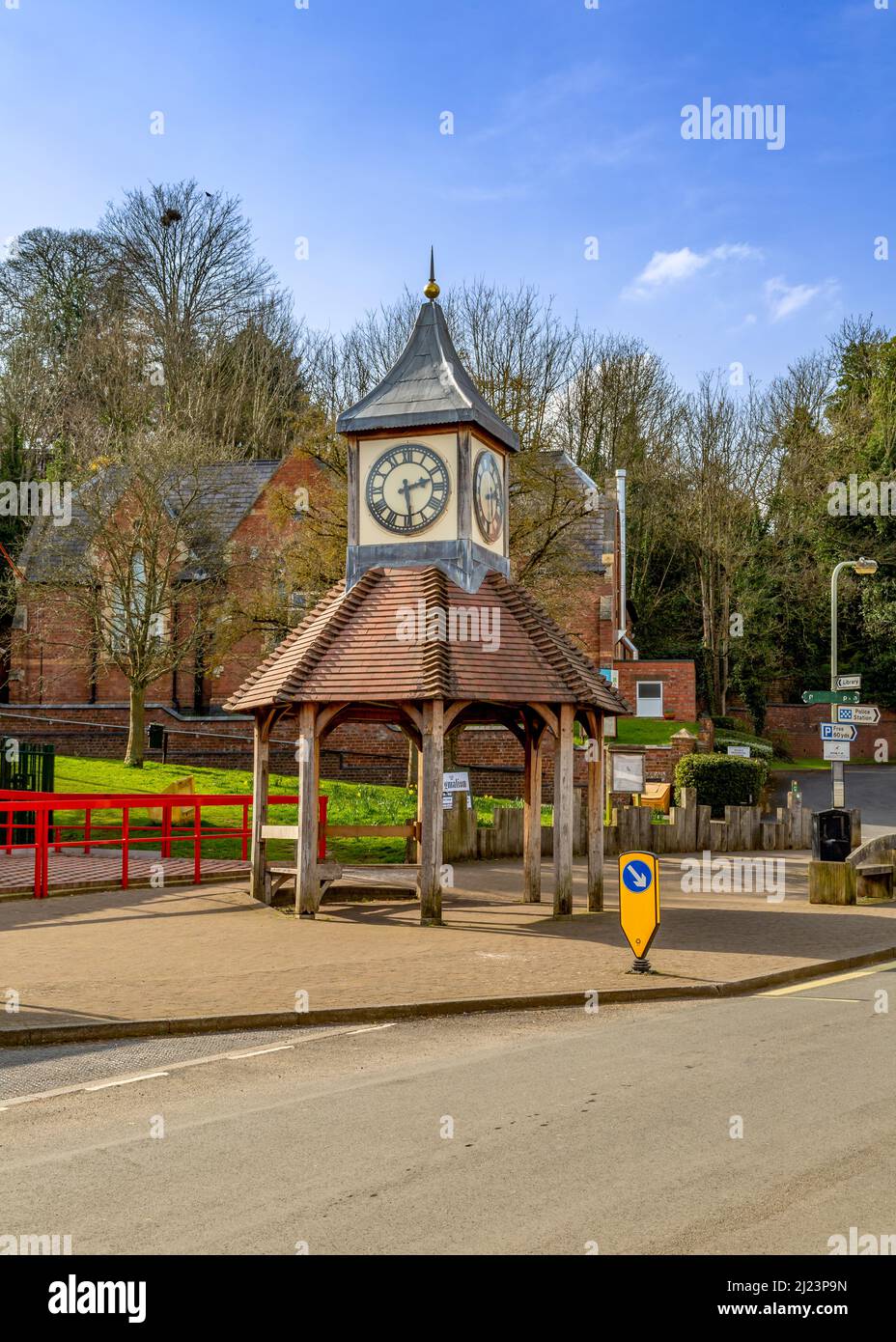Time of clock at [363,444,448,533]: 2:28
